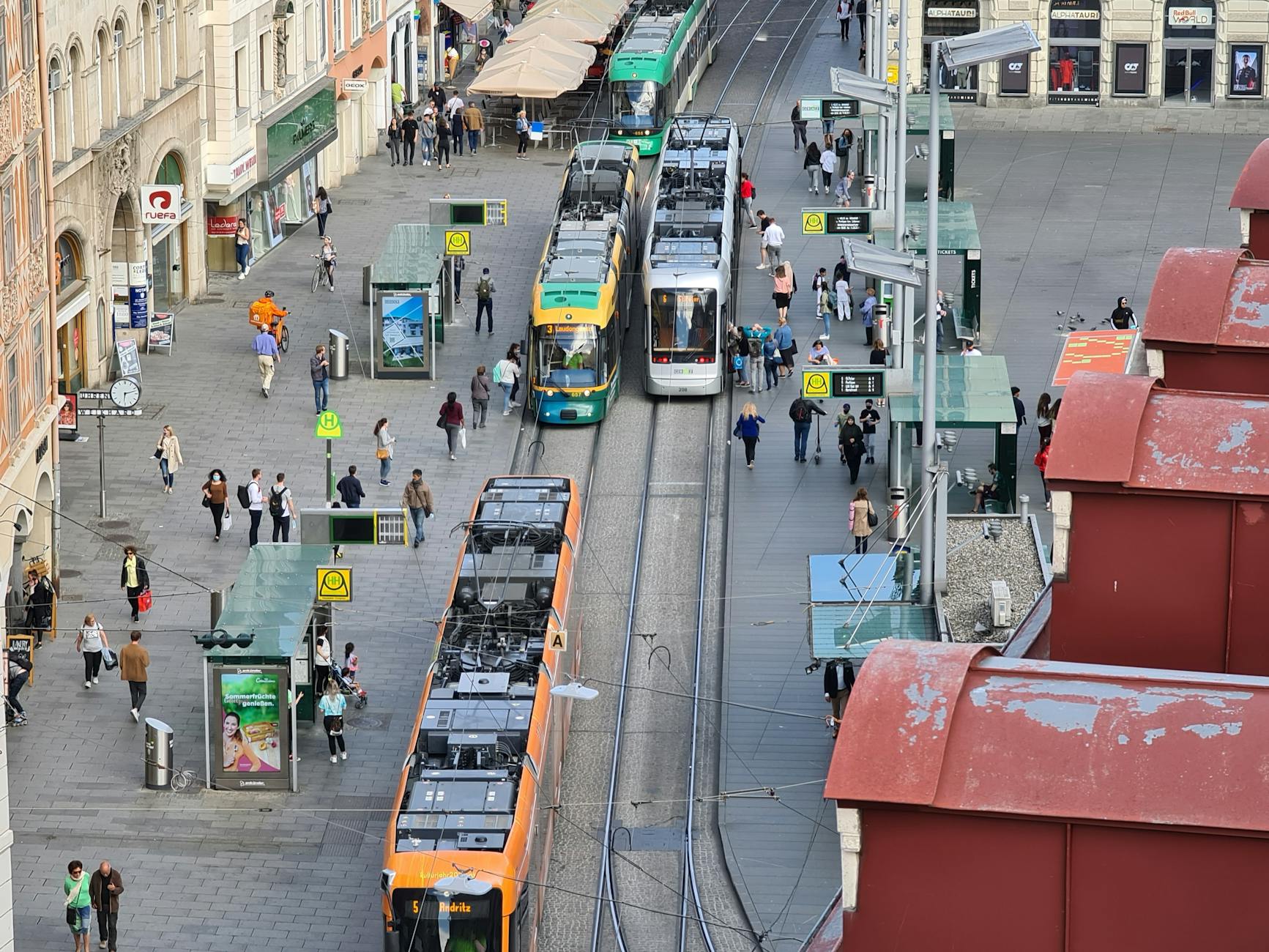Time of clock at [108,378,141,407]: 6:12
